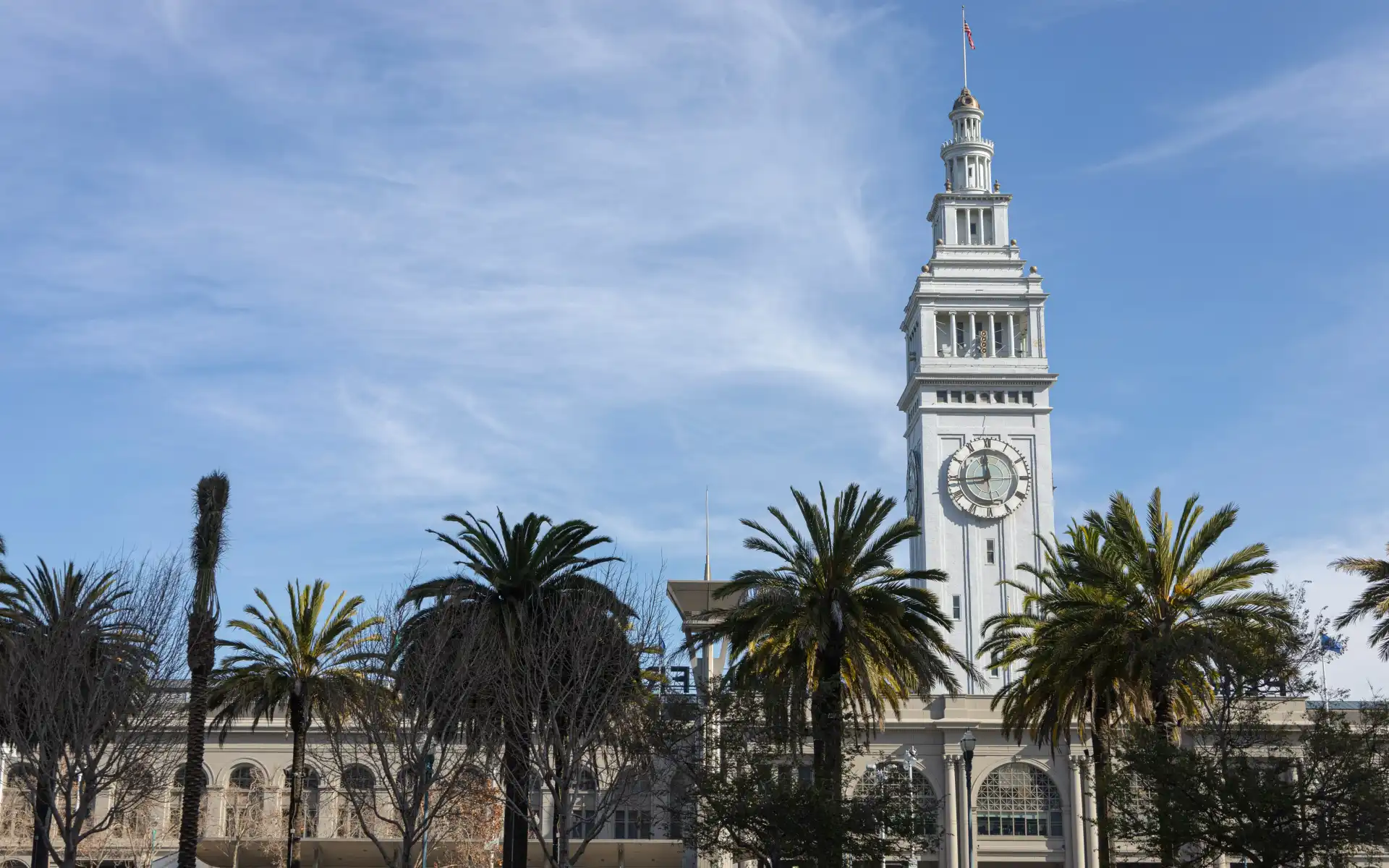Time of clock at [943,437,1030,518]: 11:44
